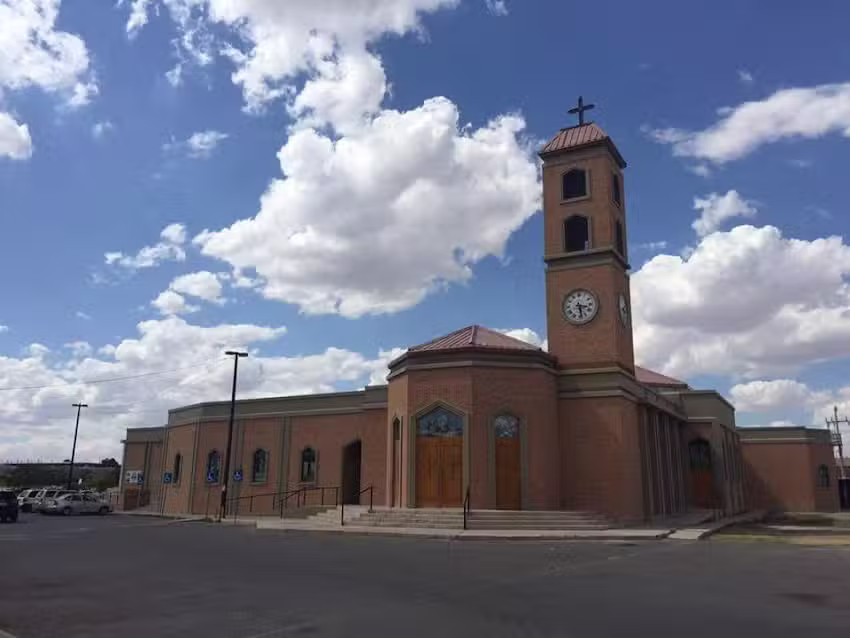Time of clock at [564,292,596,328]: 3:28
